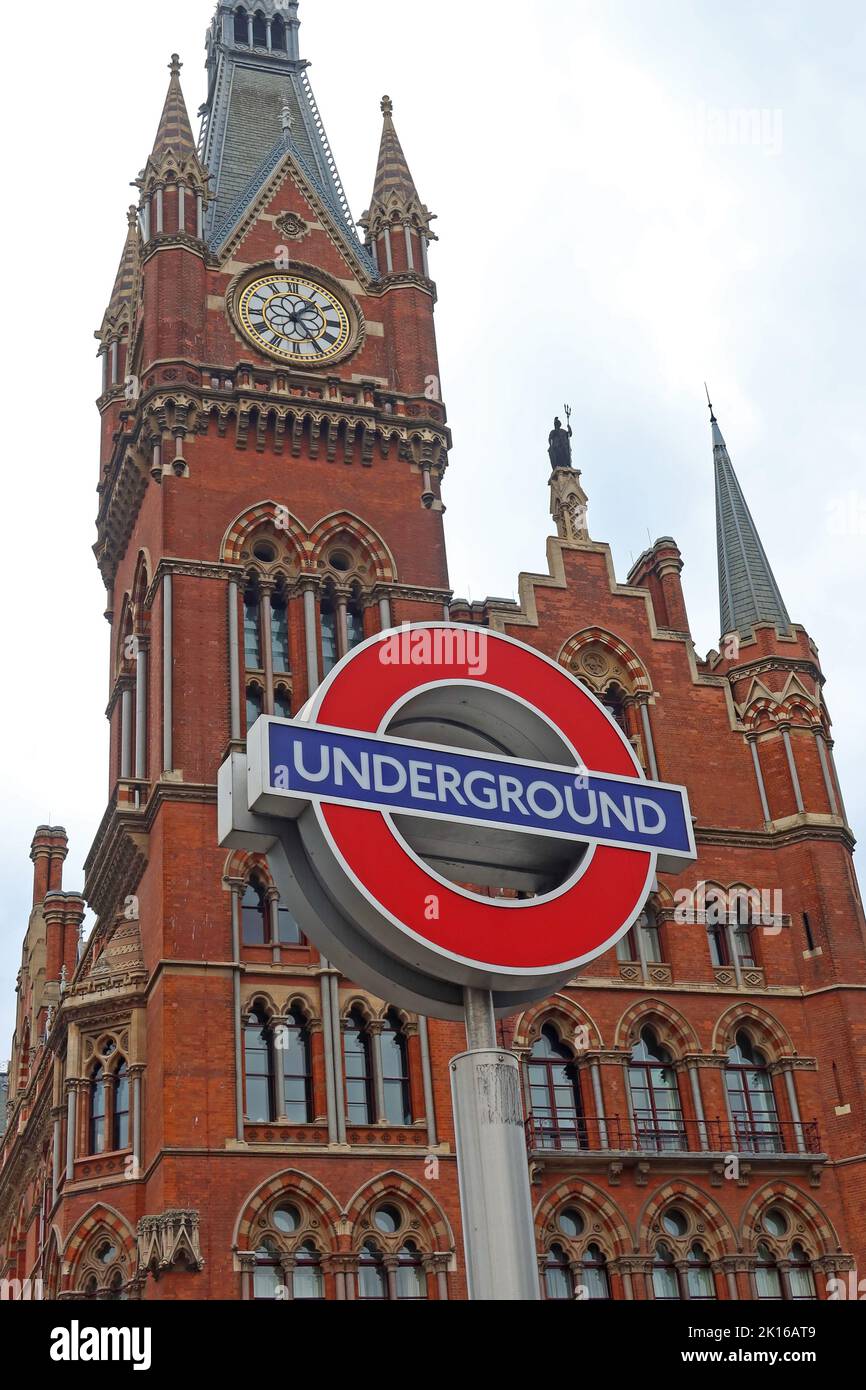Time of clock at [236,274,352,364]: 1:24
